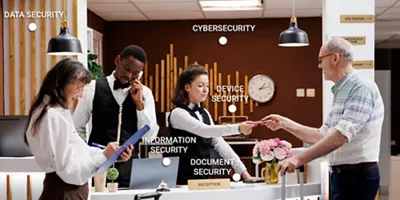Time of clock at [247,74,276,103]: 1:12
